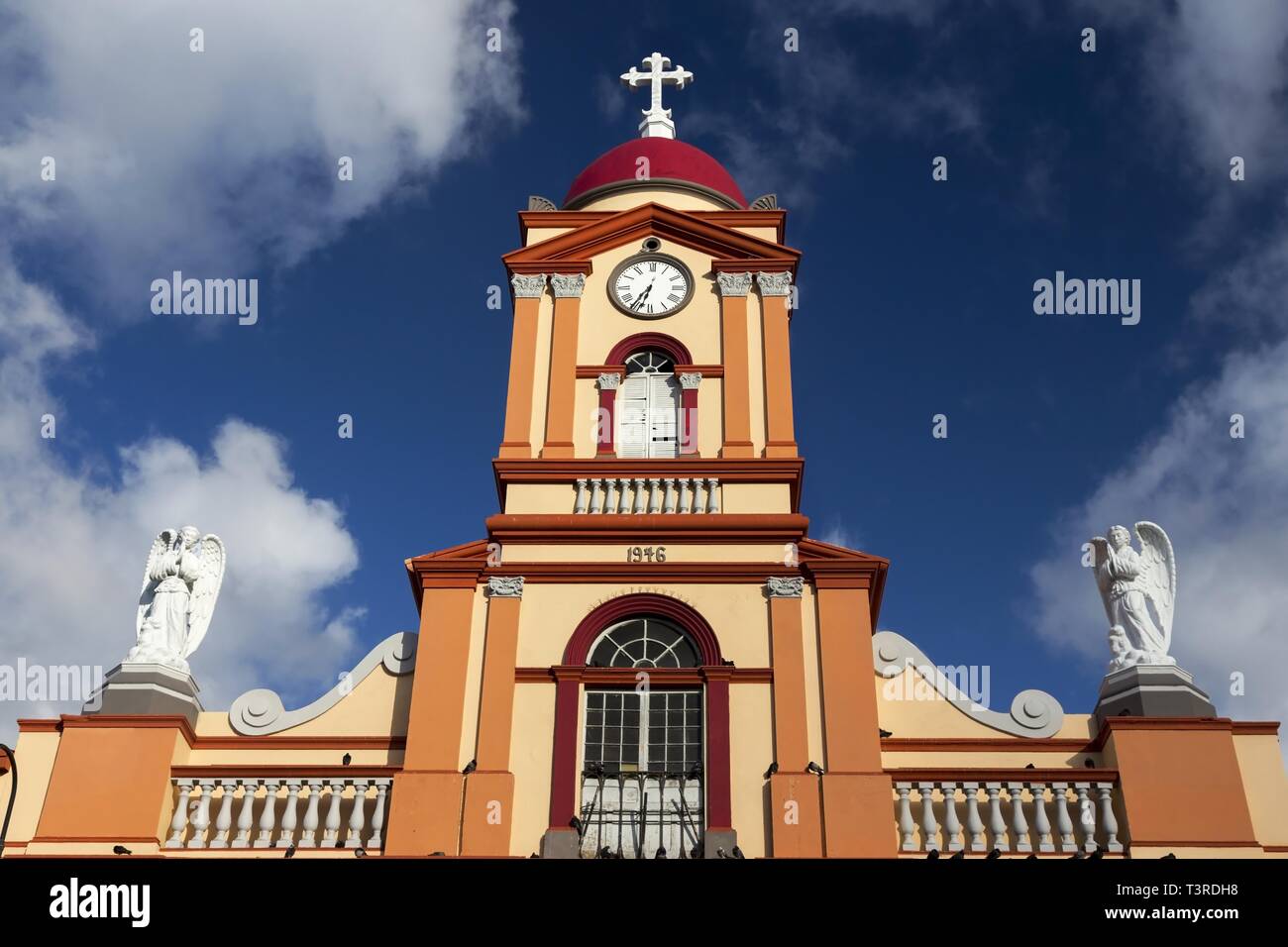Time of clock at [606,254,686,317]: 6:36
